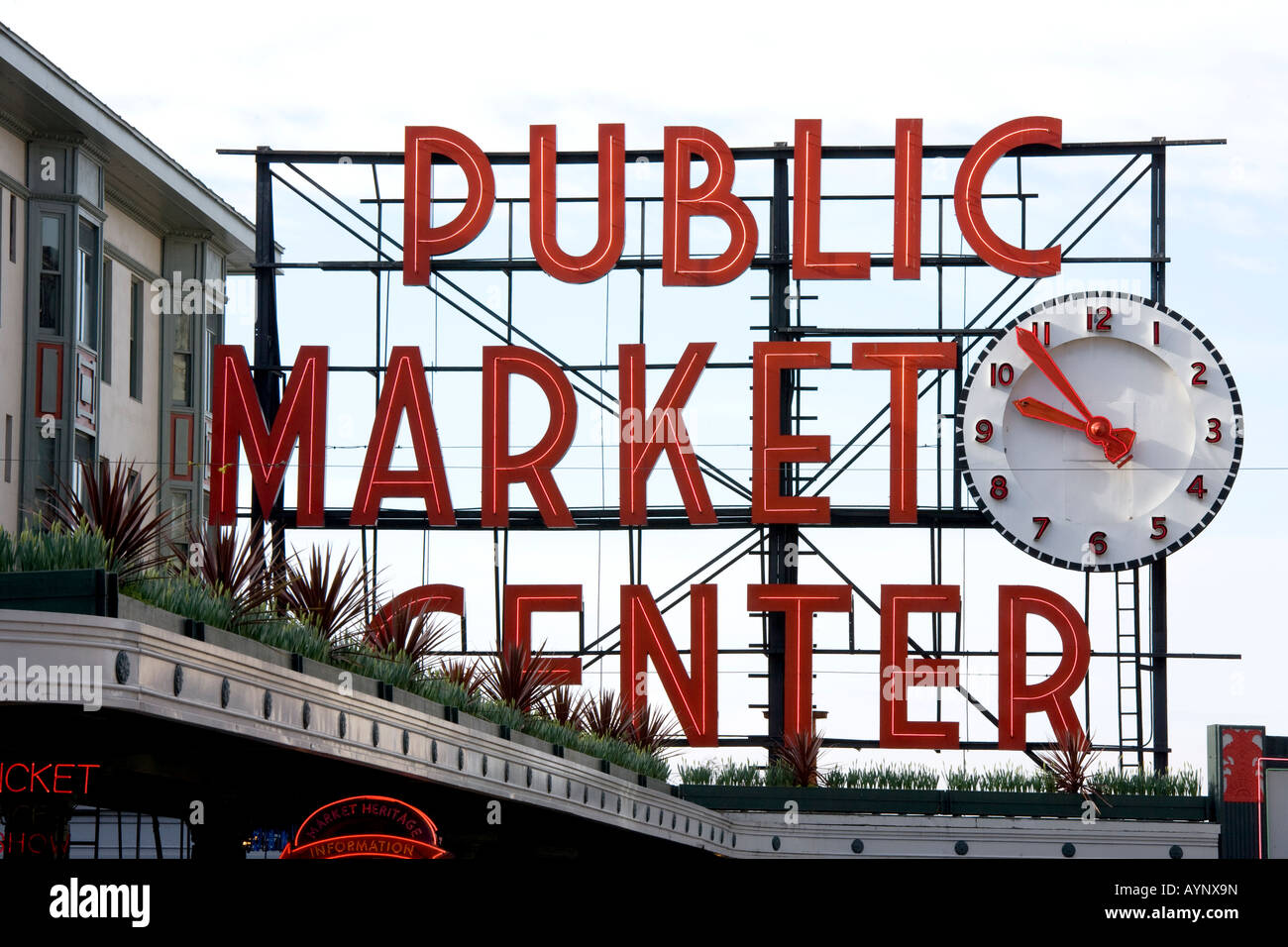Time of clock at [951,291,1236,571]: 9:53
